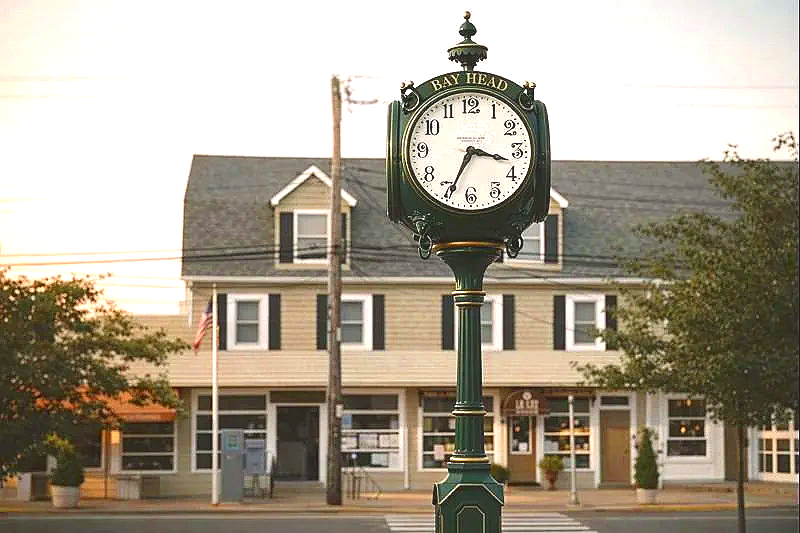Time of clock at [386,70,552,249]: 3:34
